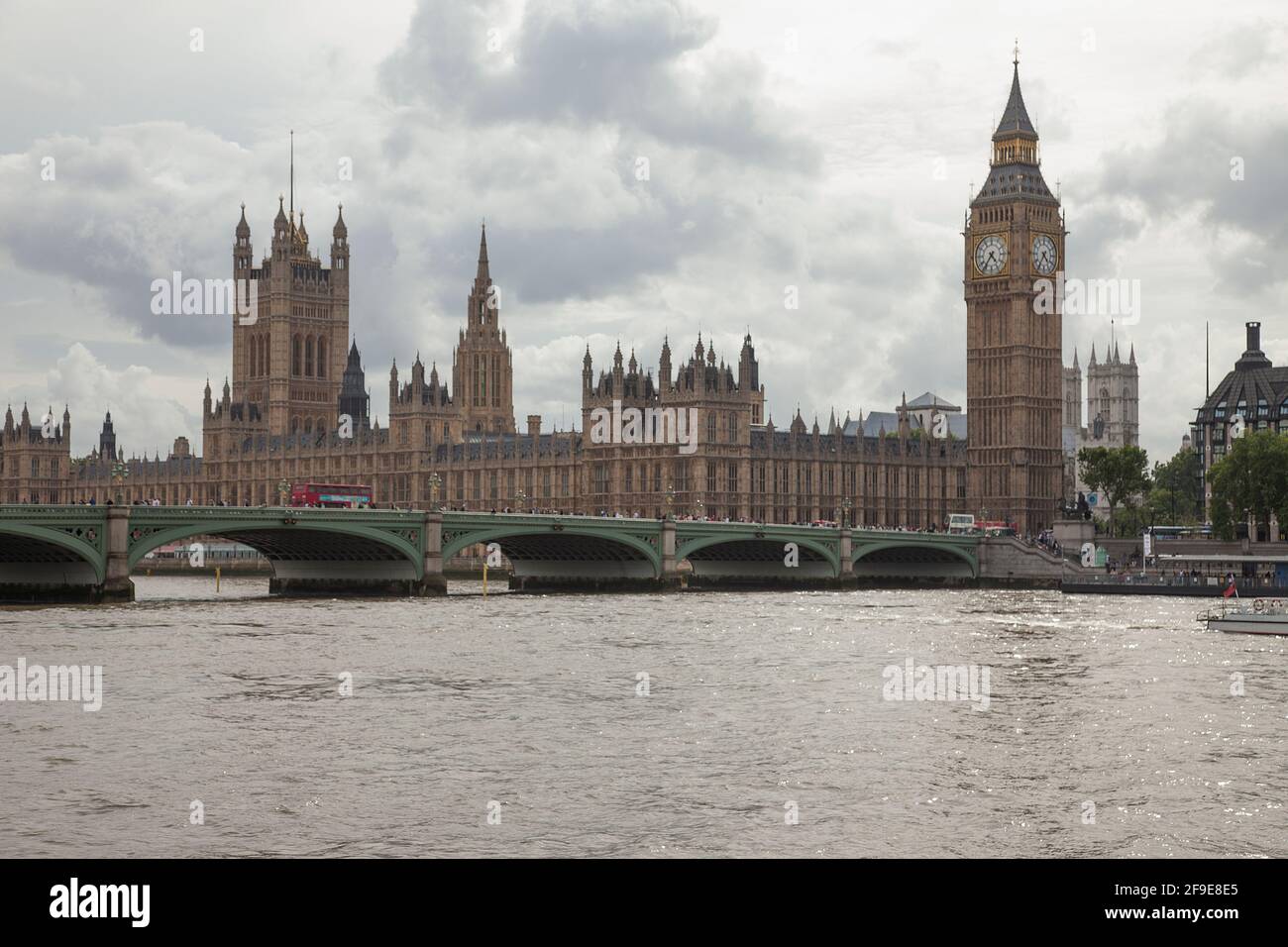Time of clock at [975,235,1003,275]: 4:36
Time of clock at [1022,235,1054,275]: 4:35
